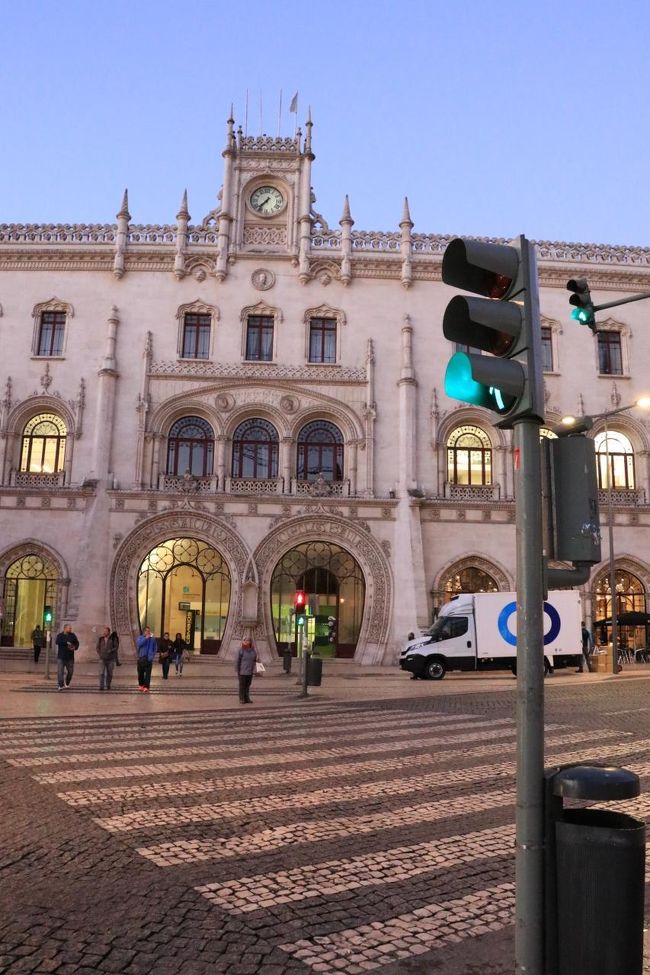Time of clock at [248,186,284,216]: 7:36
